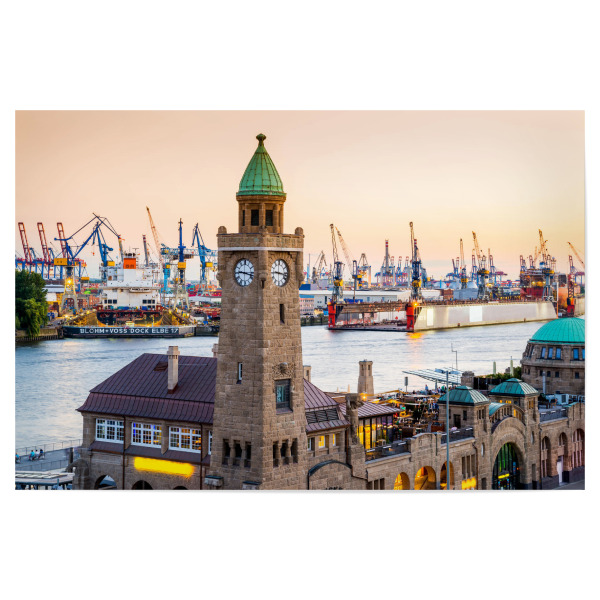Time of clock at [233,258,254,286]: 9:17
